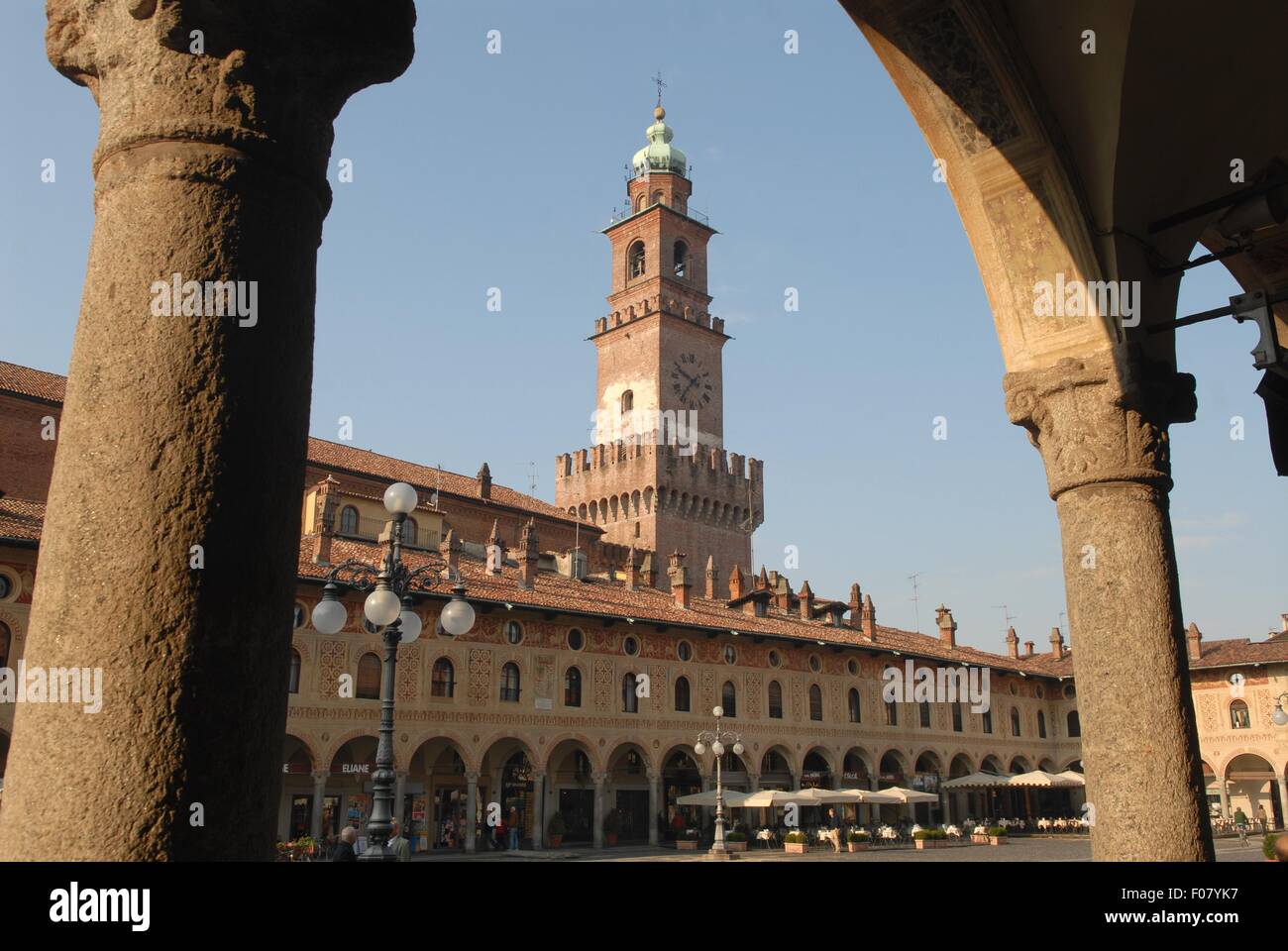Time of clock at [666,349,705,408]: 9:36
